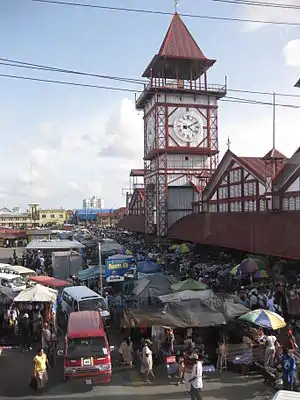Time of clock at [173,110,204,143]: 4:10
